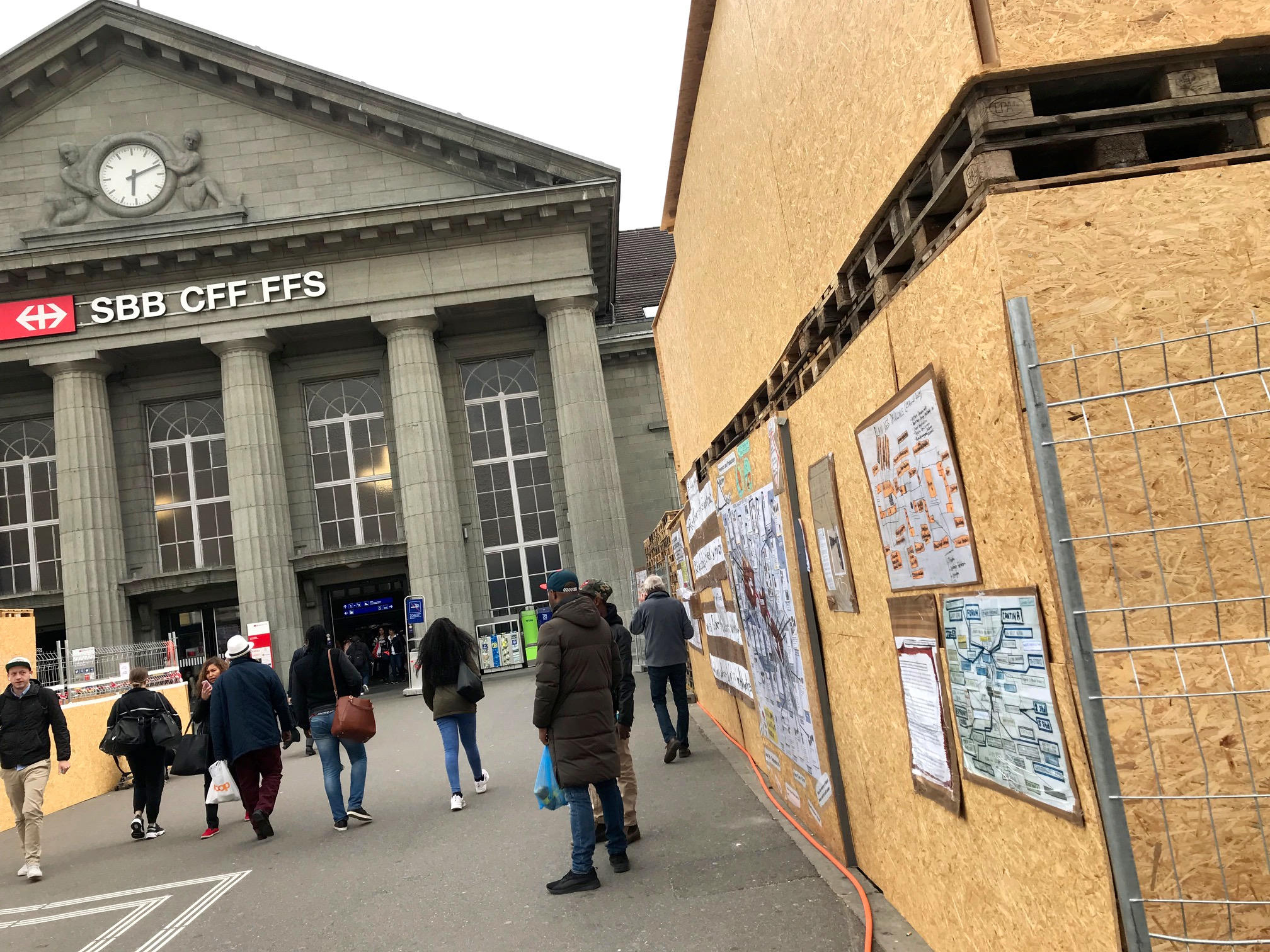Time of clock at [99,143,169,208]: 6:11
